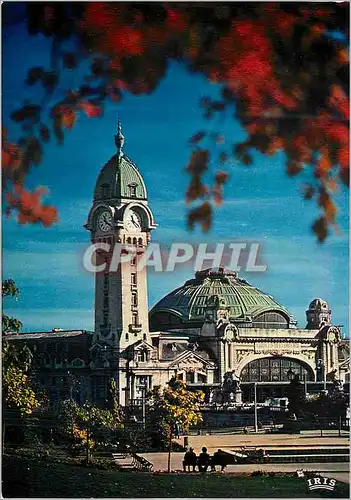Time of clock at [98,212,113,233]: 11:21
